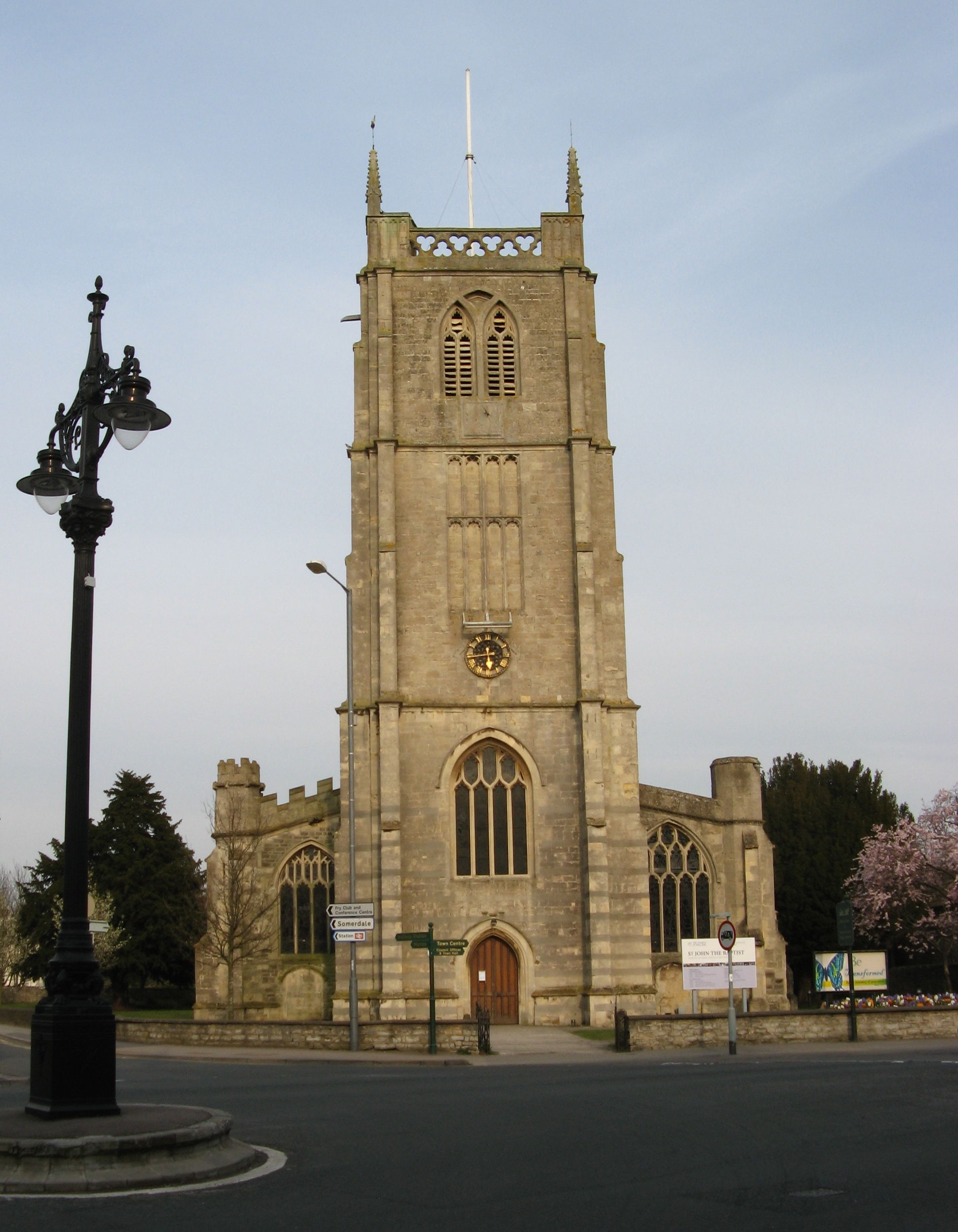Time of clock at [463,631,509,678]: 5:44
